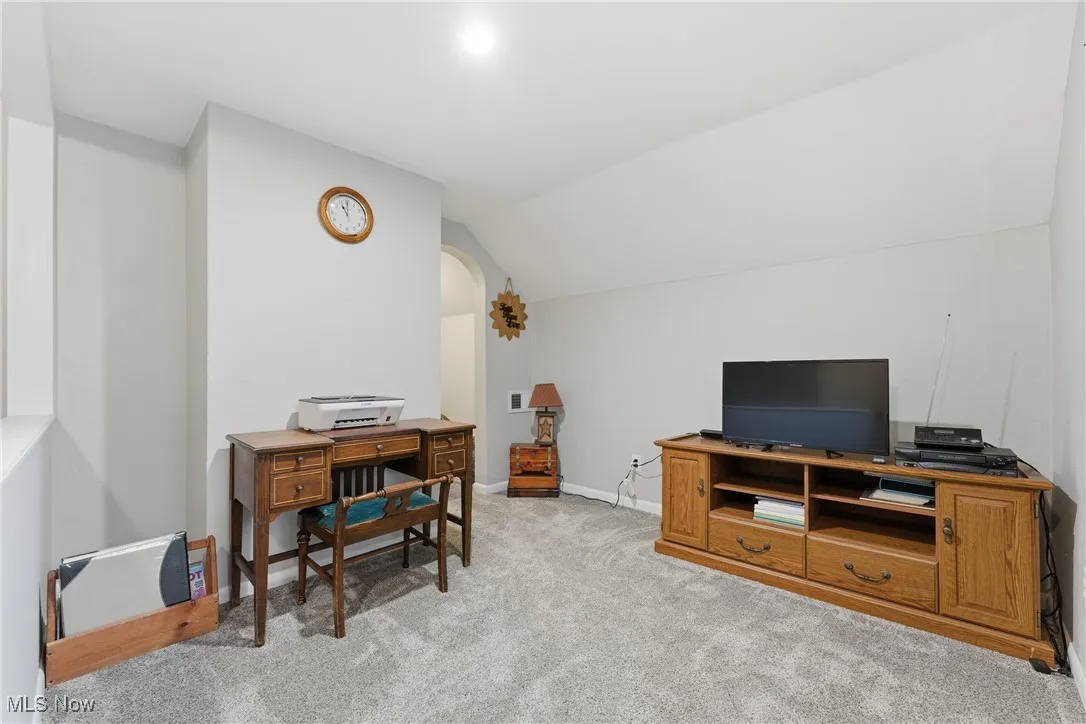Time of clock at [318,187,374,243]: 11:00
